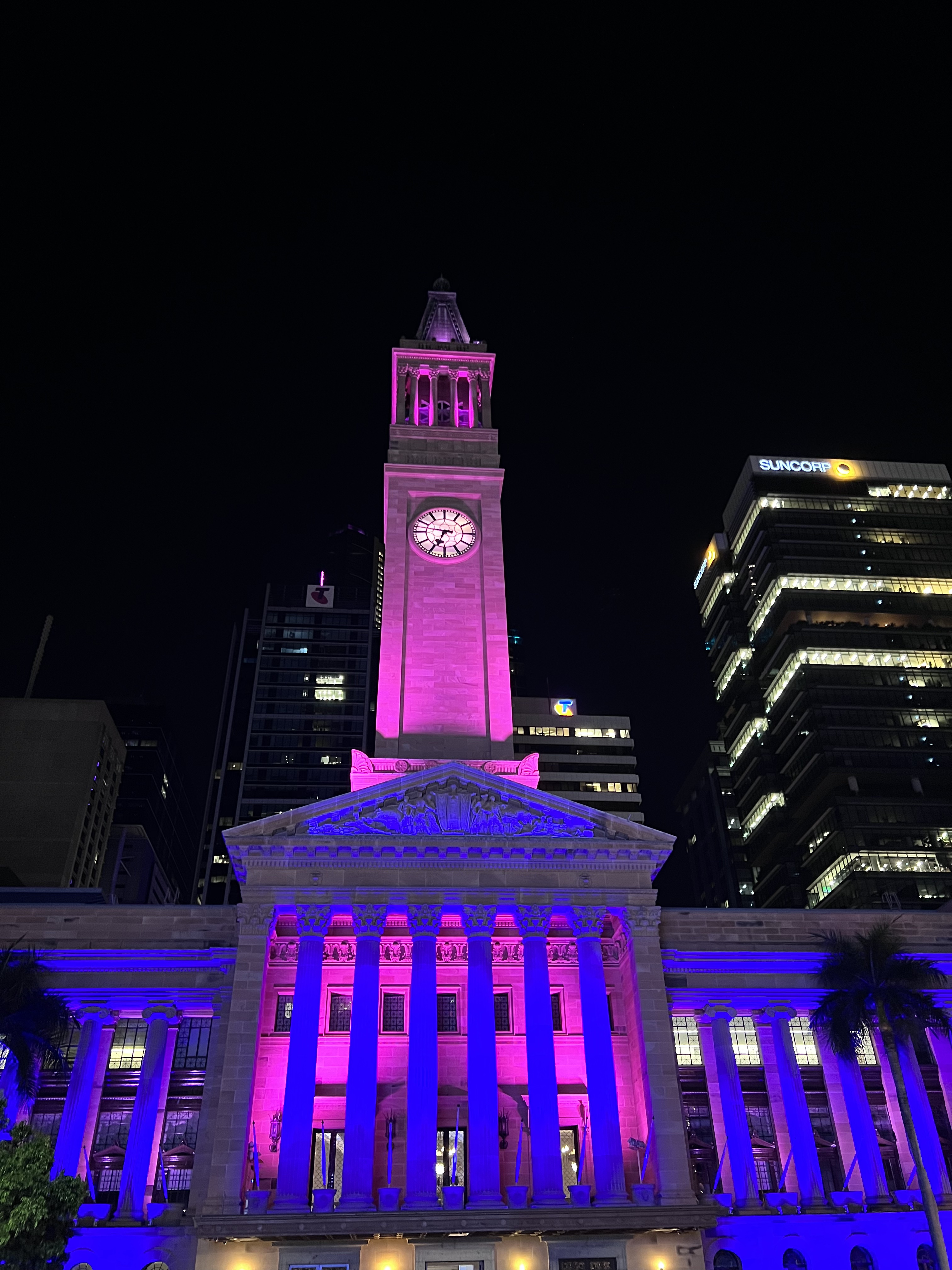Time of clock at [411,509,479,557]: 6:47
